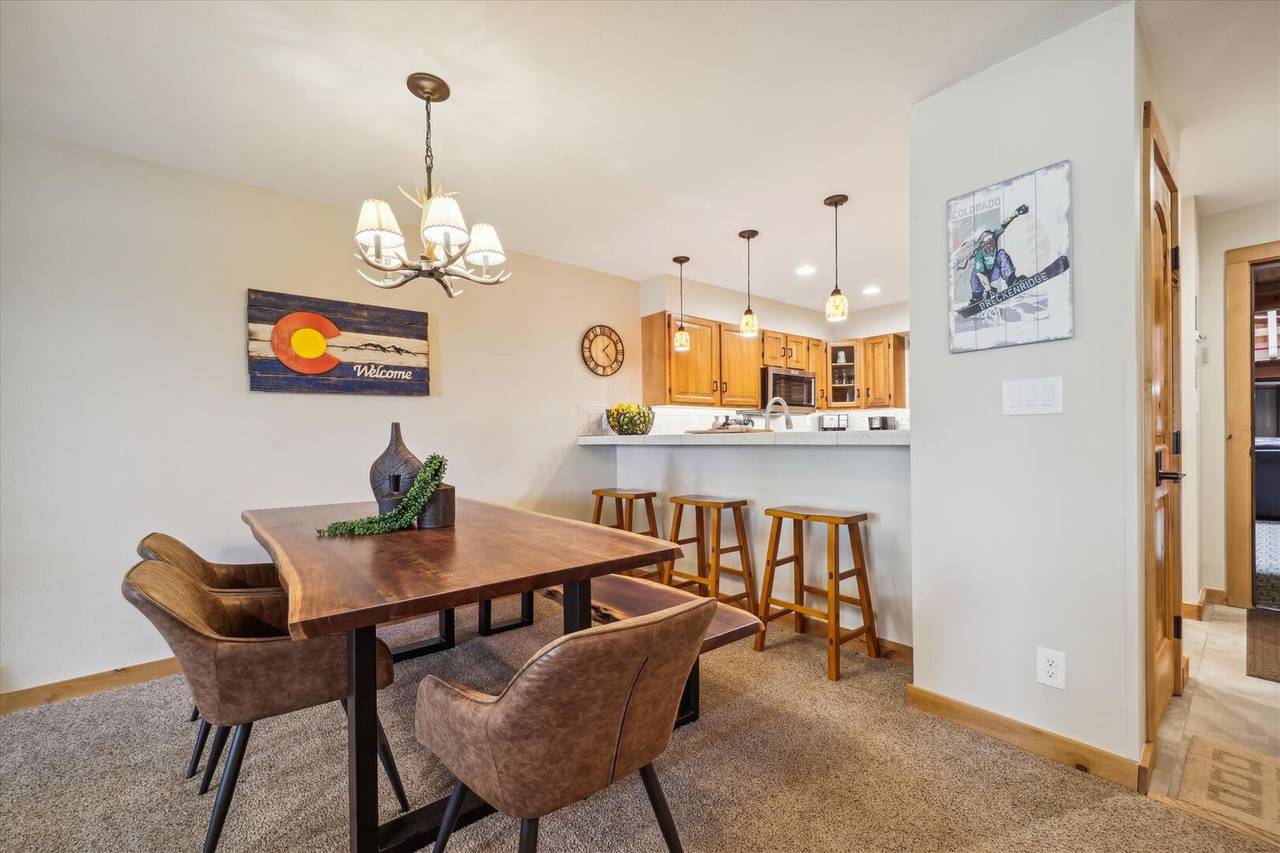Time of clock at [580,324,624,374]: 1:23
